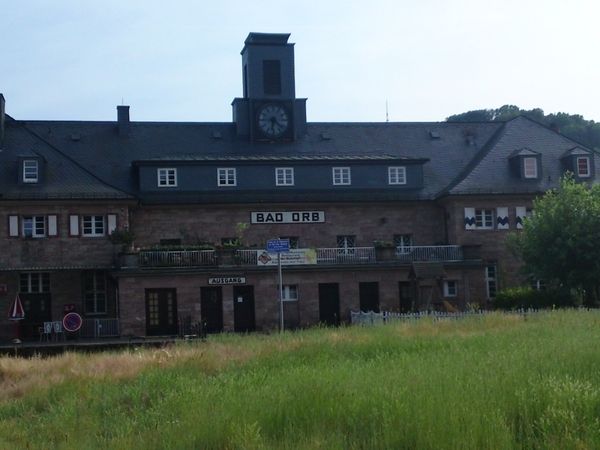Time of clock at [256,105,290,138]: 6:21
